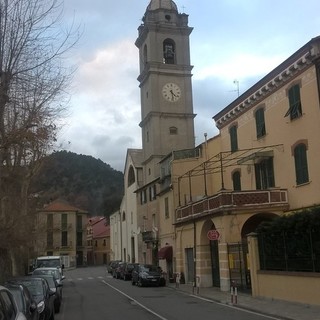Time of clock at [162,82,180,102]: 4:28
